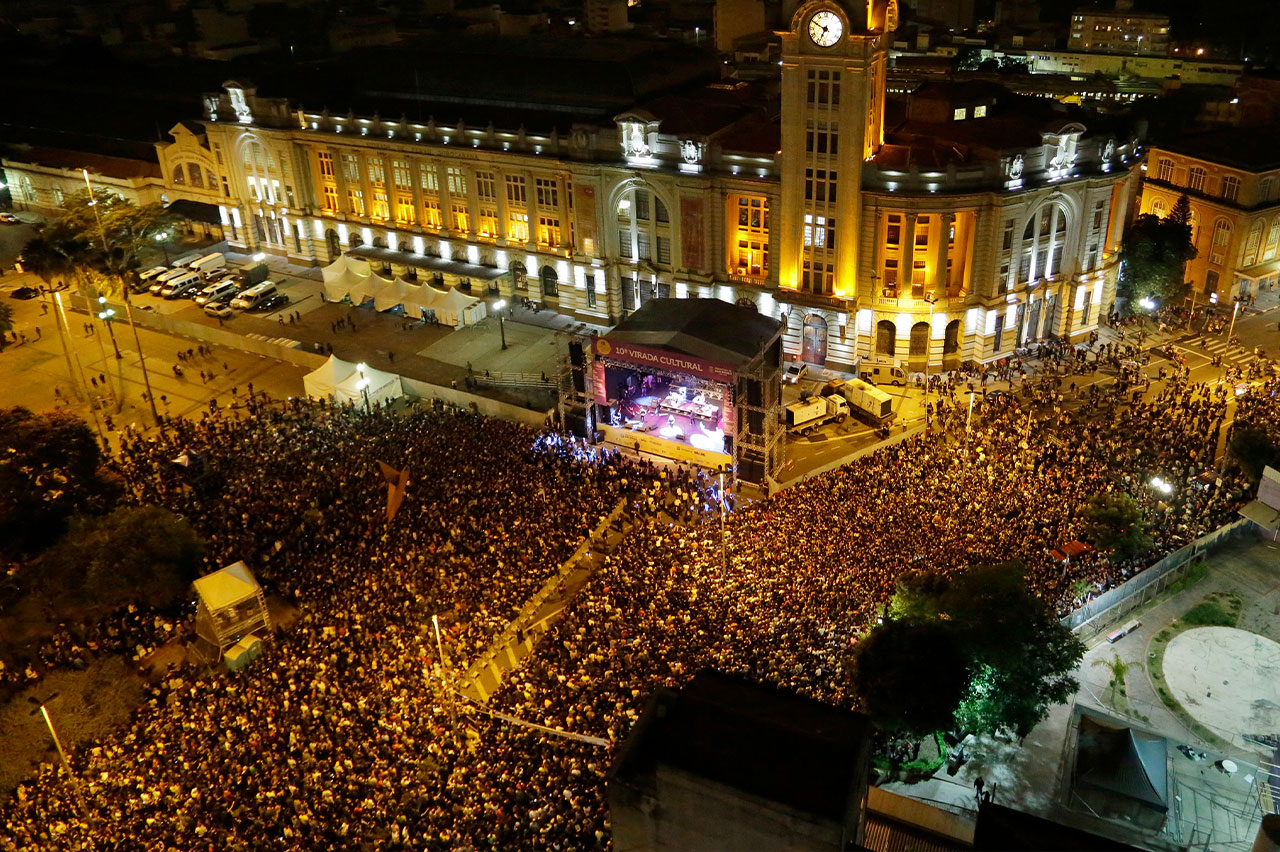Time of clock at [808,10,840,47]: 6:49
